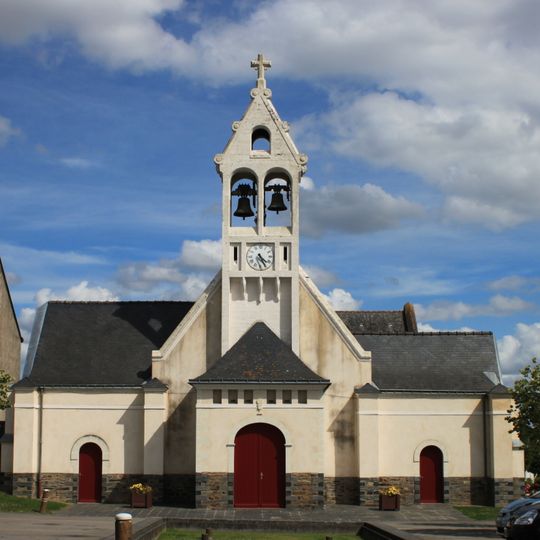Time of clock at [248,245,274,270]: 4:25
